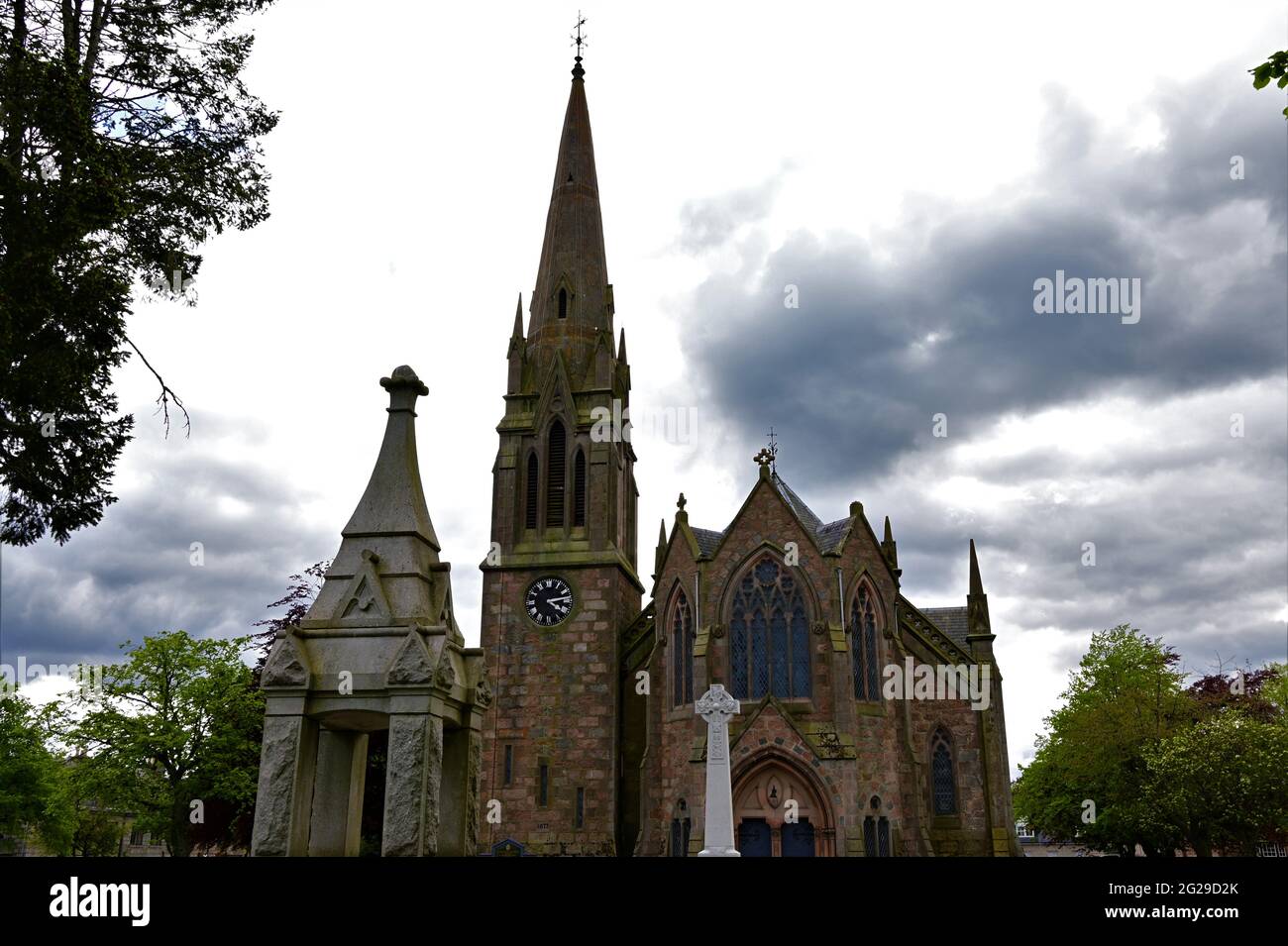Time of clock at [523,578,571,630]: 4:13
